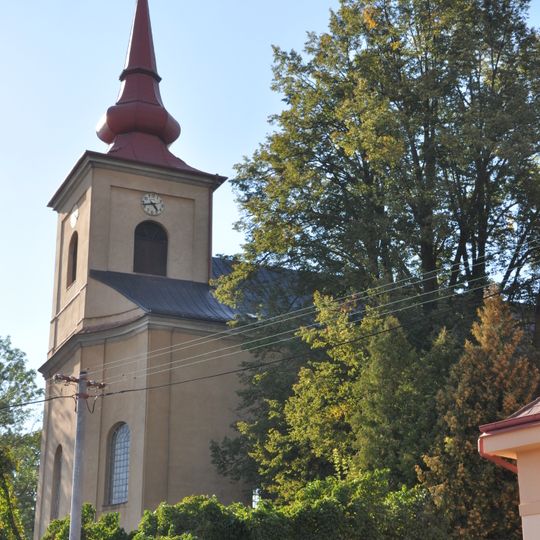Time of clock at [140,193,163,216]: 4:42
